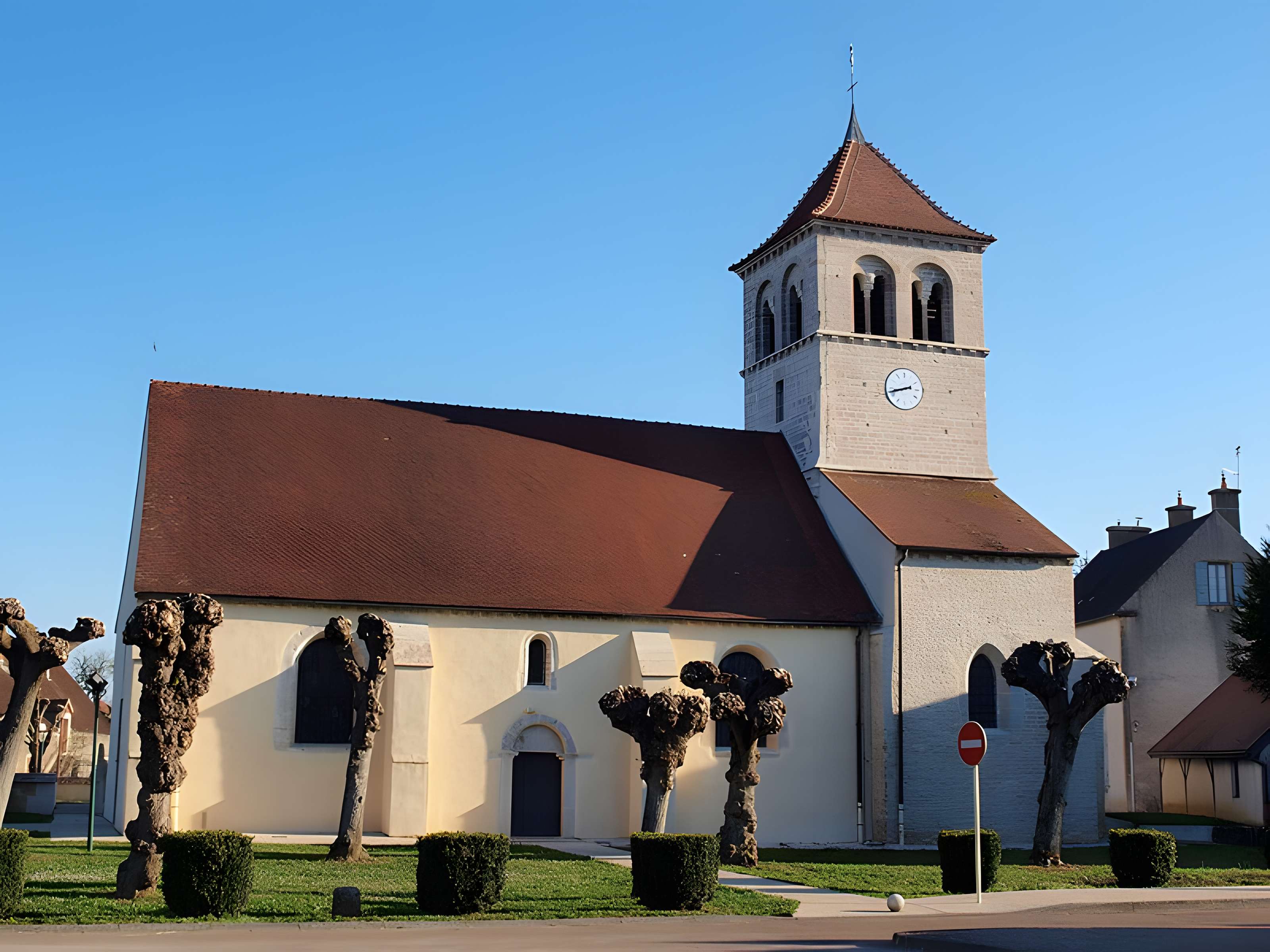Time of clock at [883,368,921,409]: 8:42
